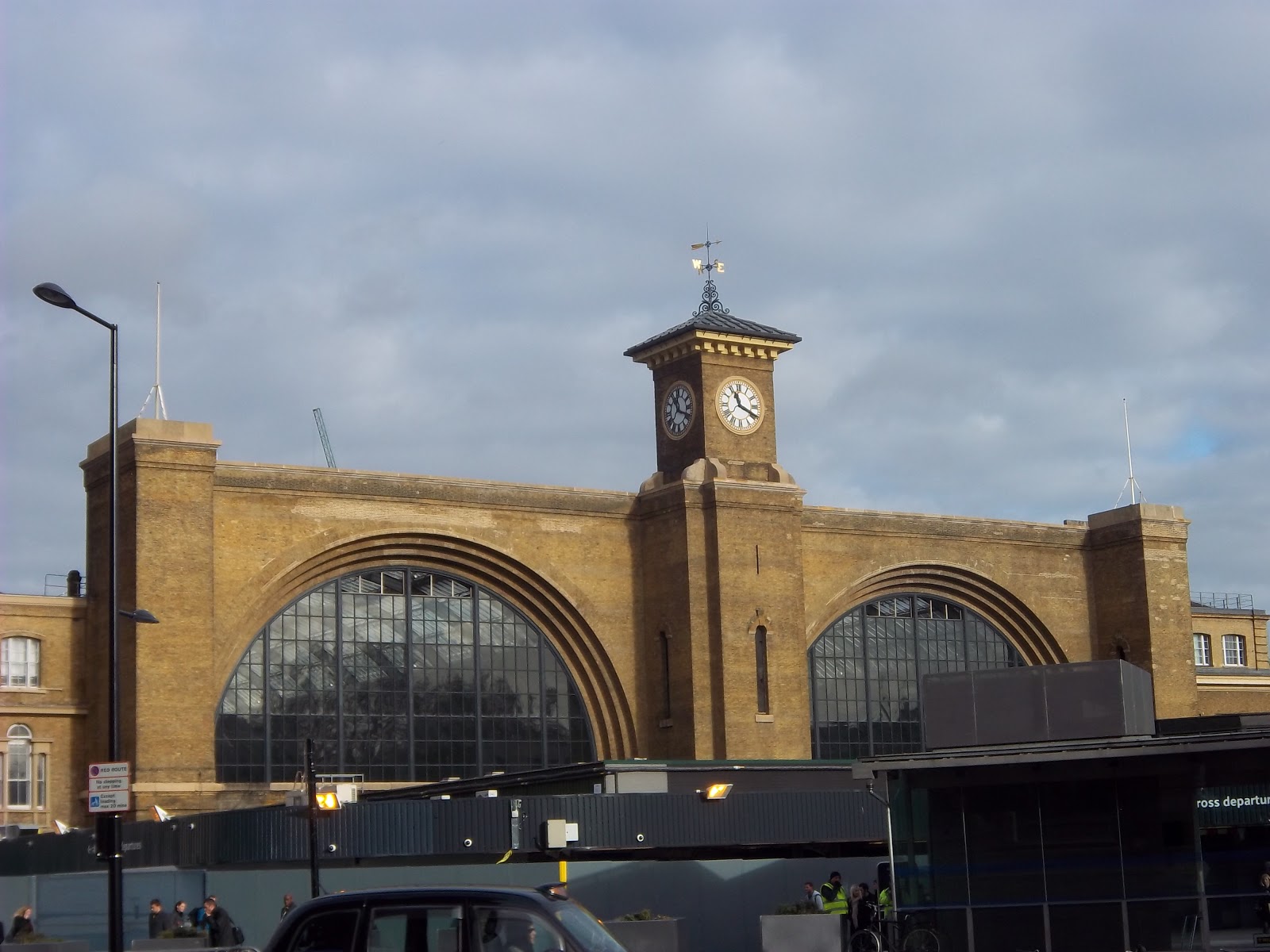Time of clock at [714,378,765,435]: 11:19
